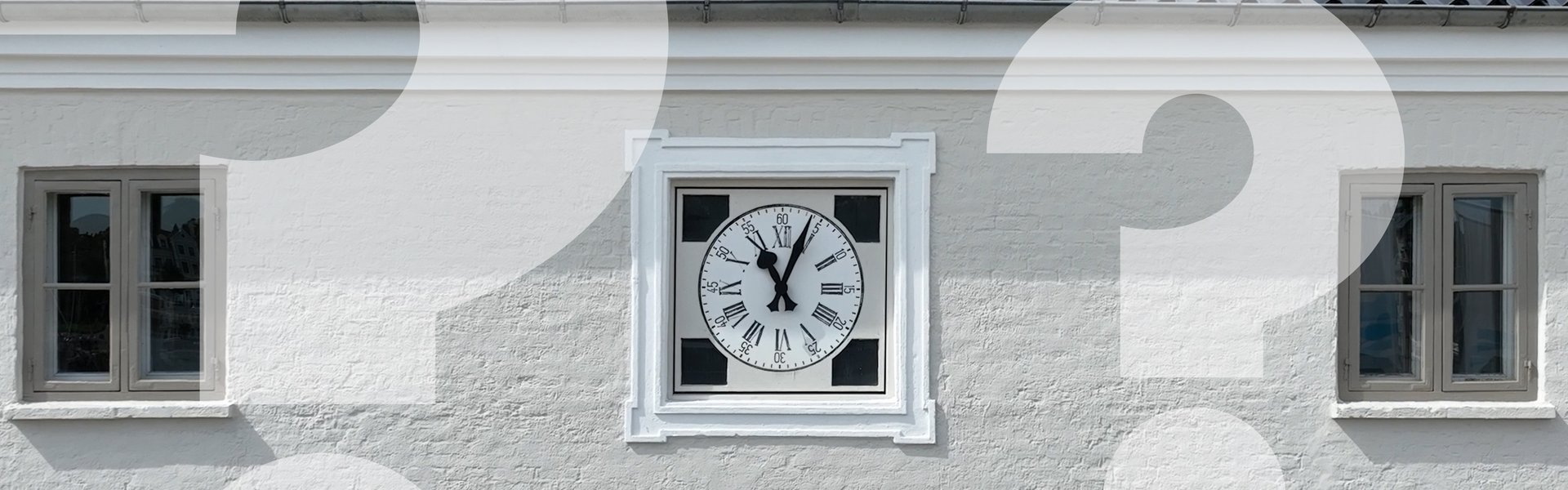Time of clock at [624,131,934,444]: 11:04
